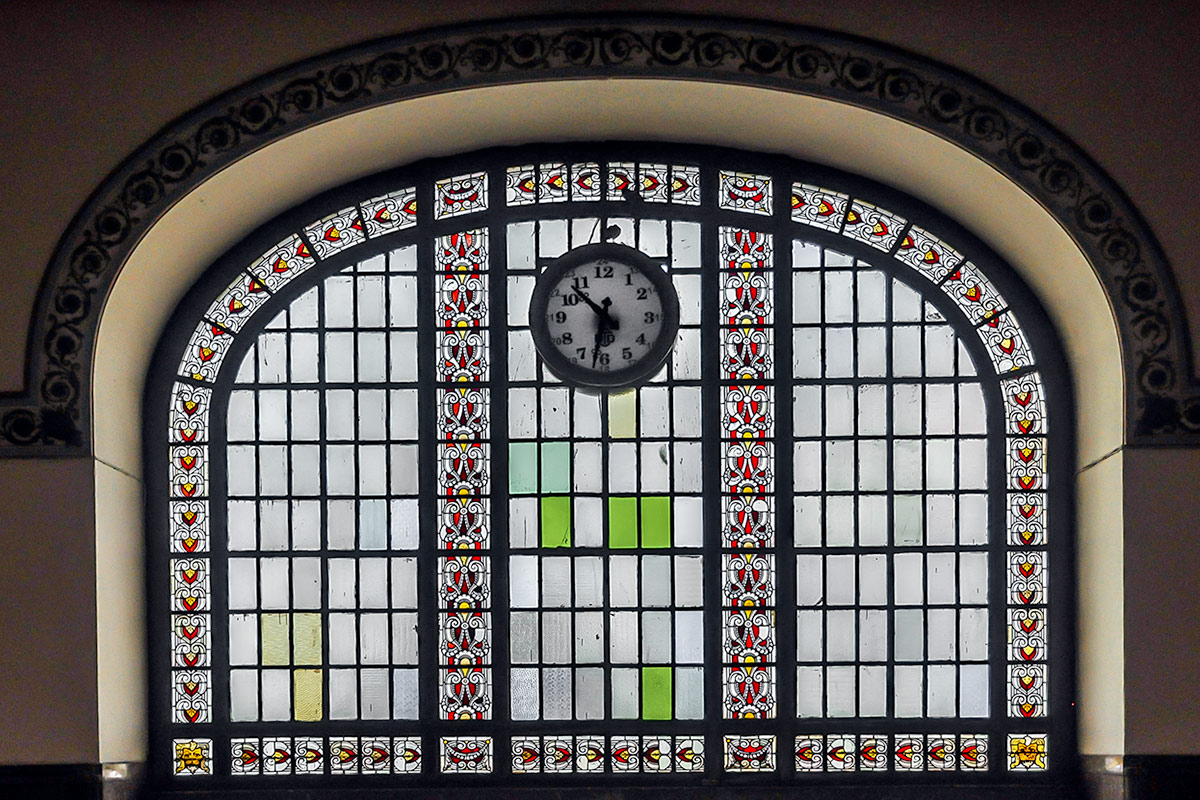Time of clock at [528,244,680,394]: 10:32
